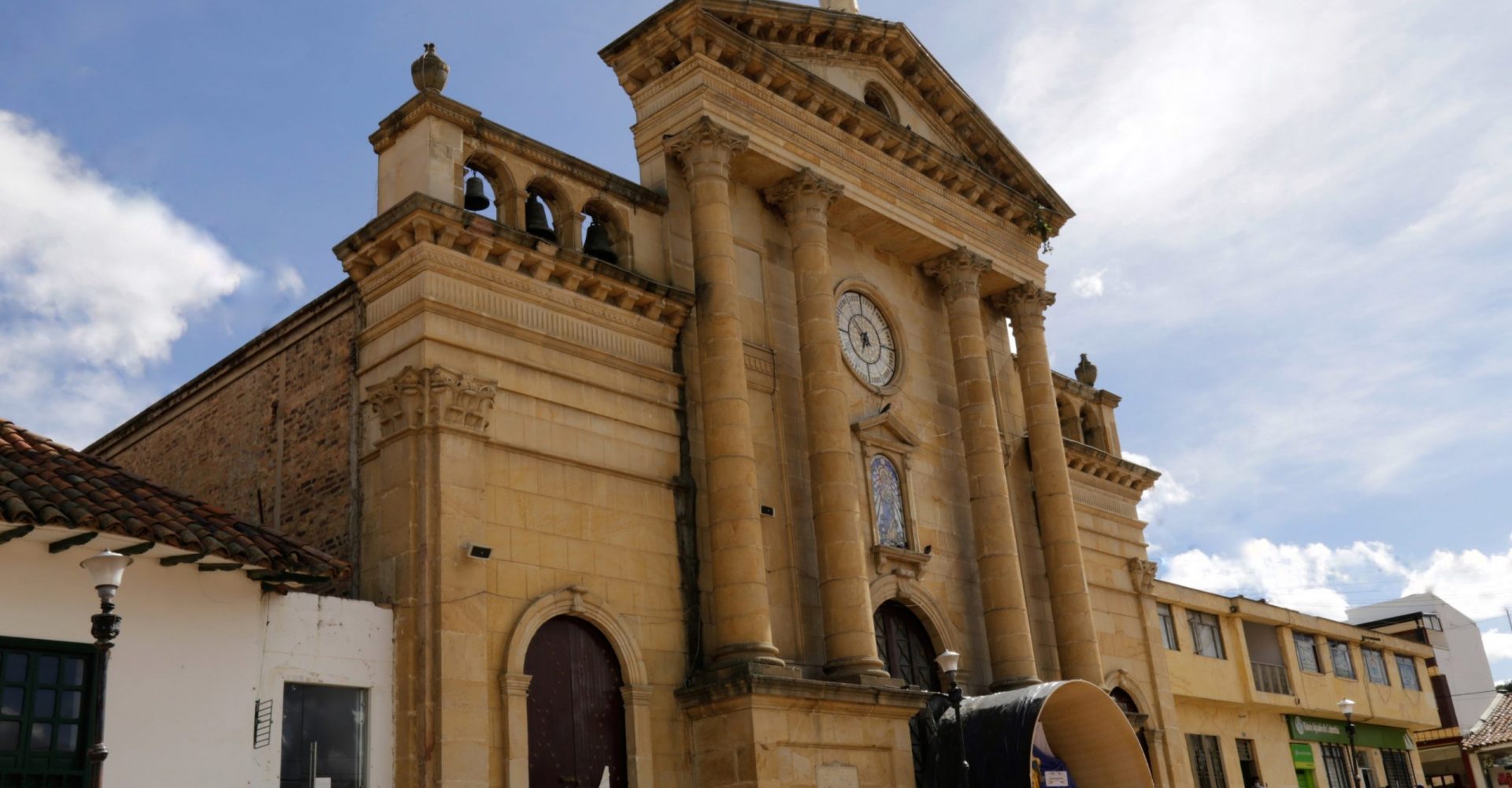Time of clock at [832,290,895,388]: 6:52
